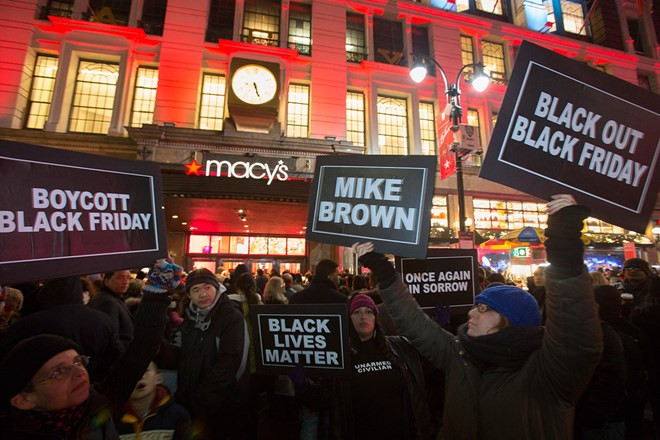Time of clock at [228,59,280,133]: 5:26
